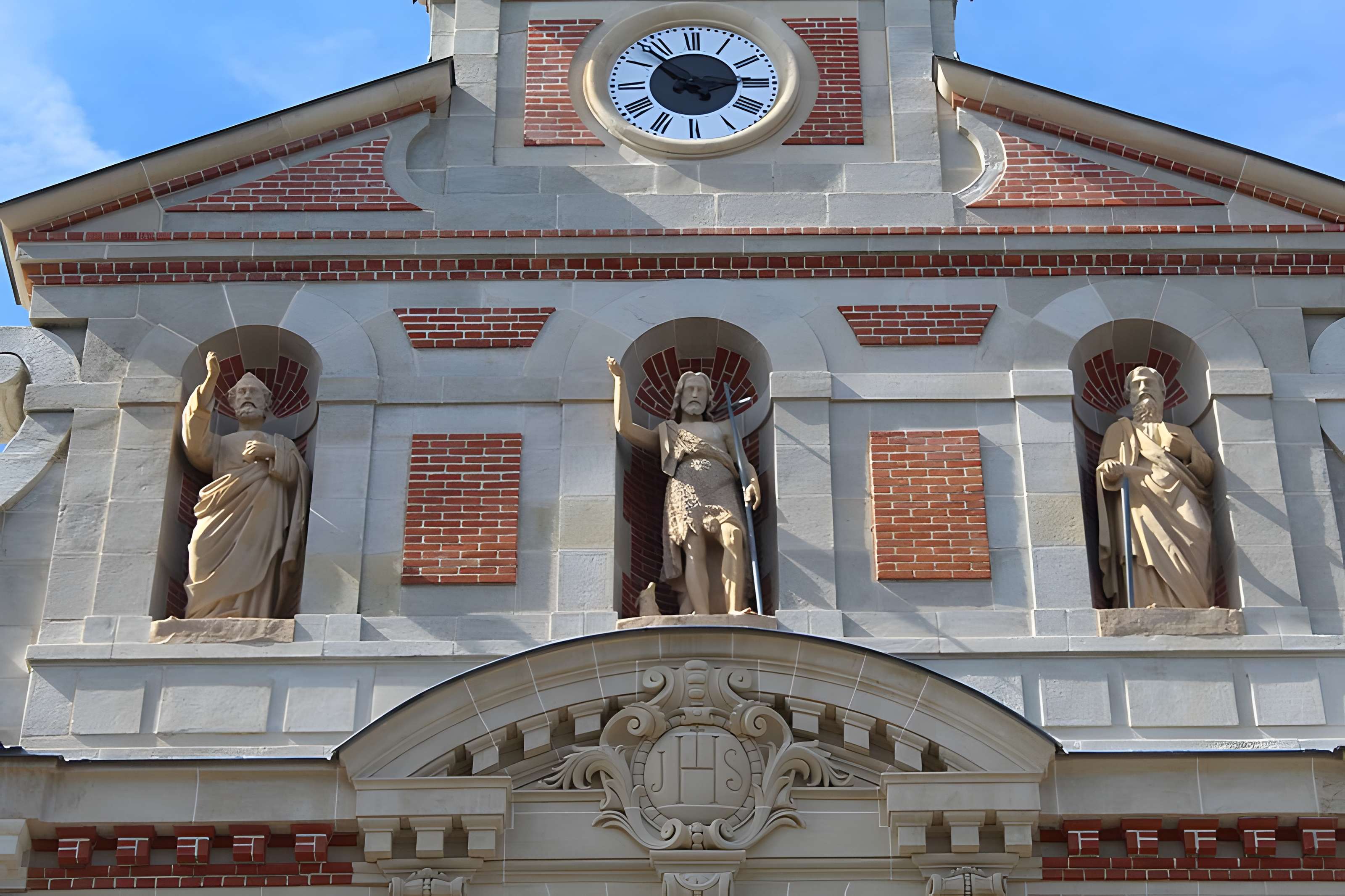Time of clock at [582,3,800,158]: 2:52
